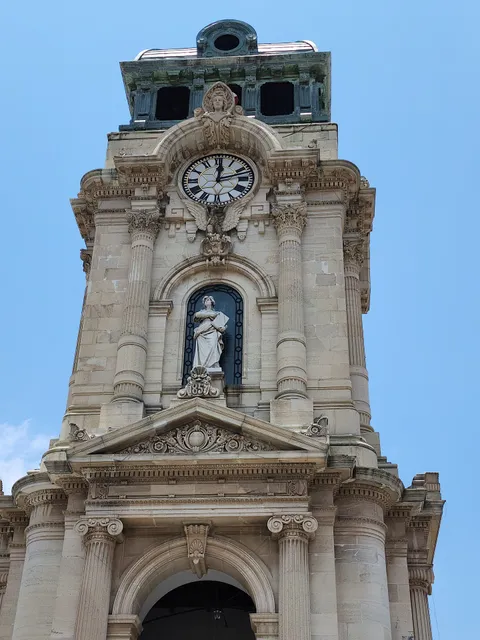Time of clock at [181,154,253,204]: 12:12
